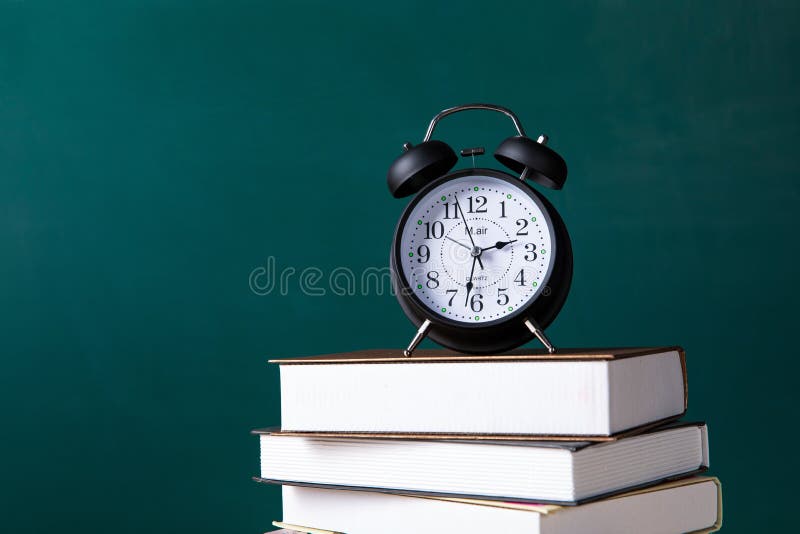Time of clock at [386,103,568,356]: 2:32
